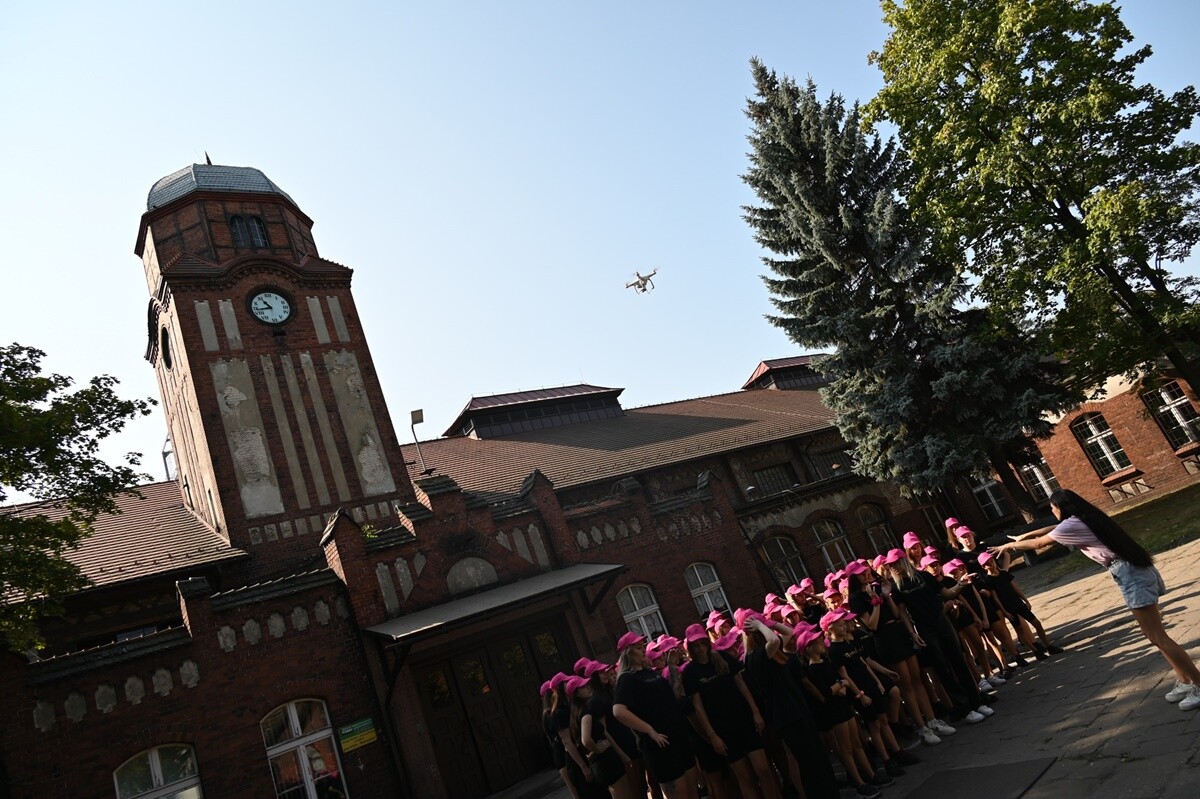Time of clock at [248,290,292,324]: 10:43
